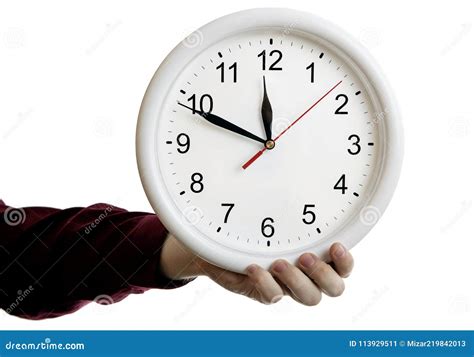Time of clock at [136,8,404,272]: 11:48
